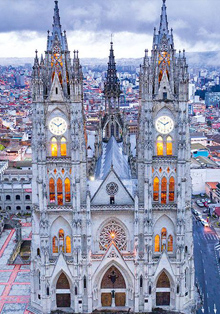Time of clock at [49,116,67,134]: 1:50
